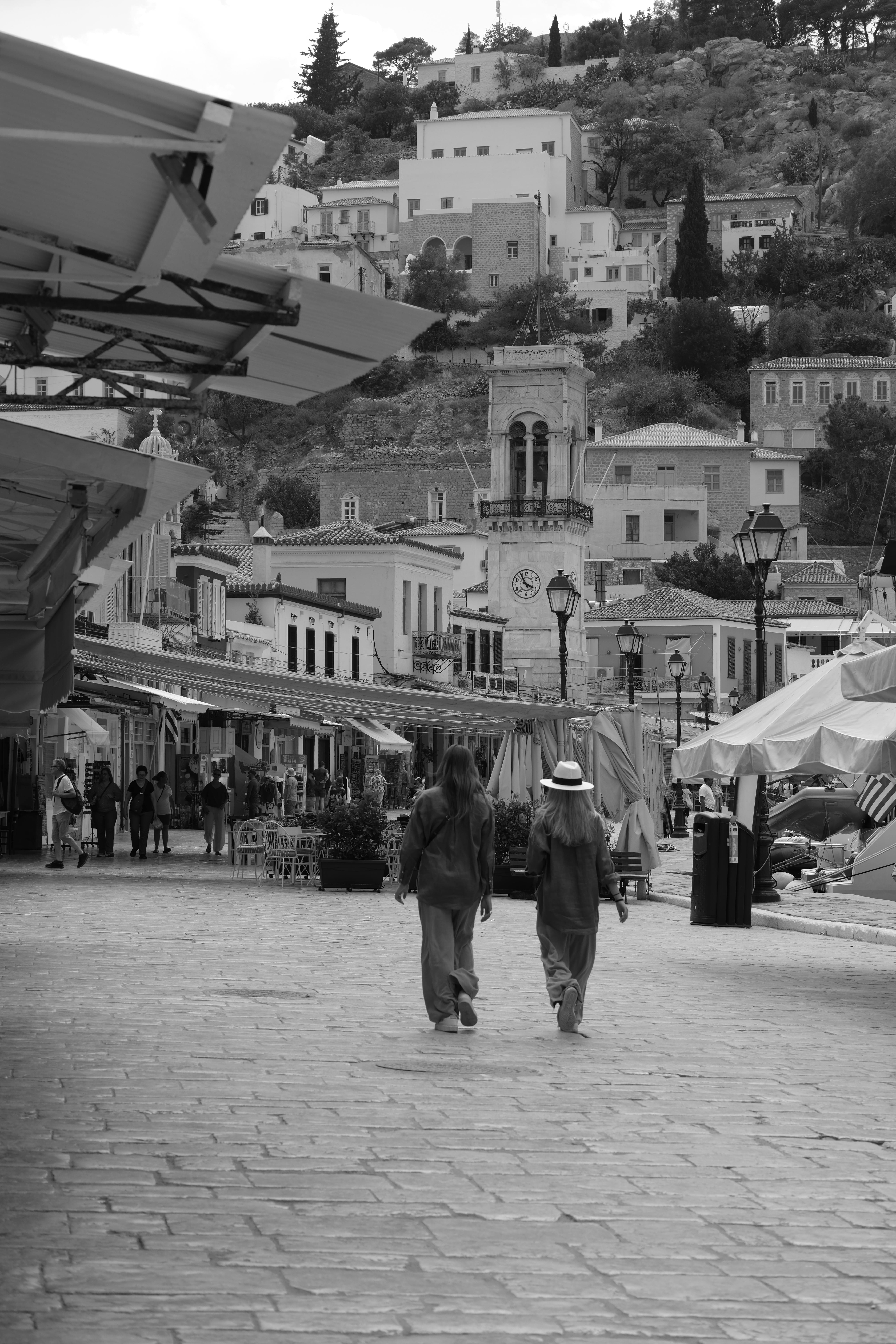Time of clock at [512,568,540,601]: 3:55
